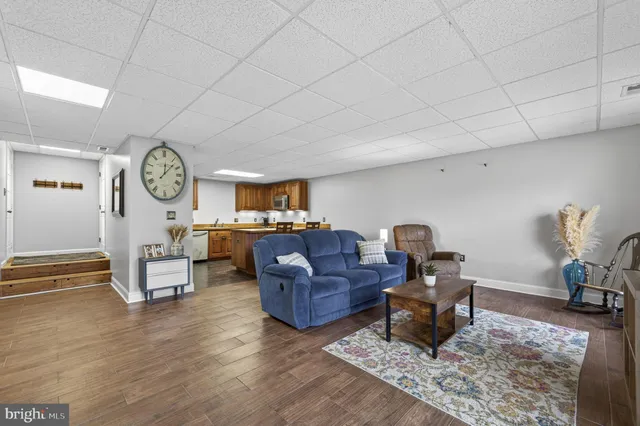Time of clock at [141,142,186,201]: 12:07
